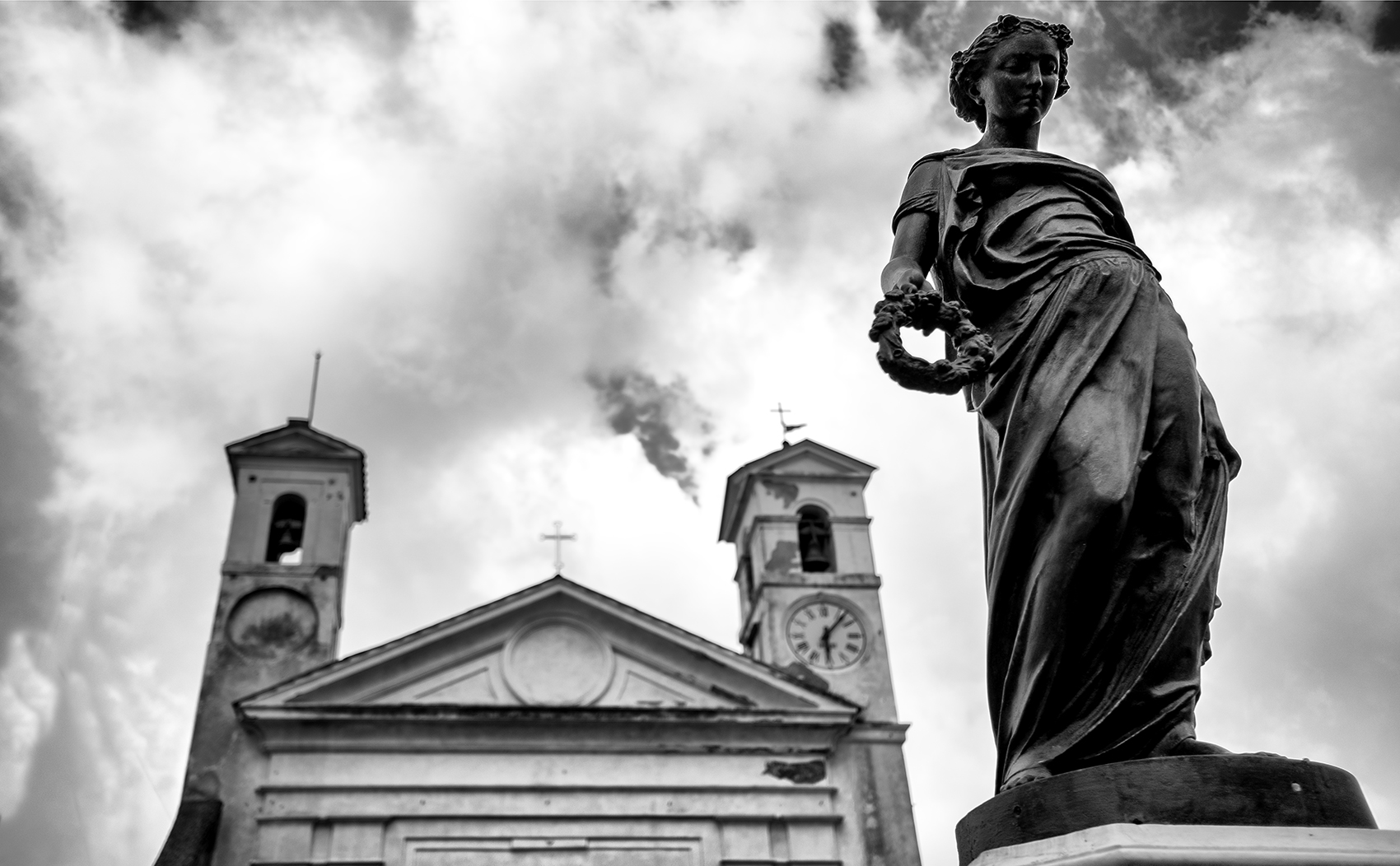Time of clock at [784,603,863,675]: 6:06
